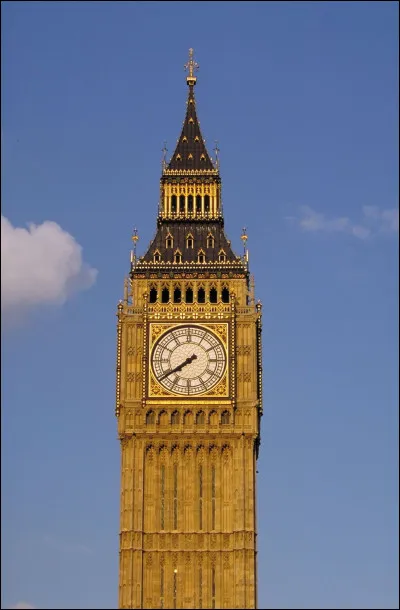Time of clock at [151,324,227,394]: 7:39
